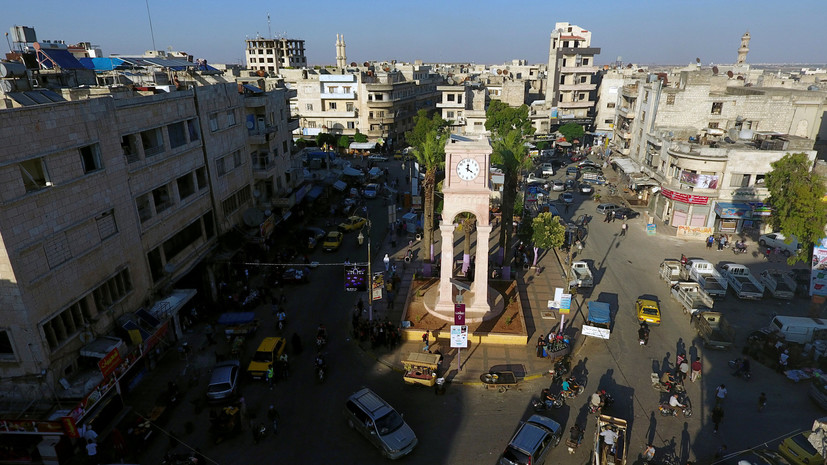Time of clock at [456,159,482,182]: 4:00
